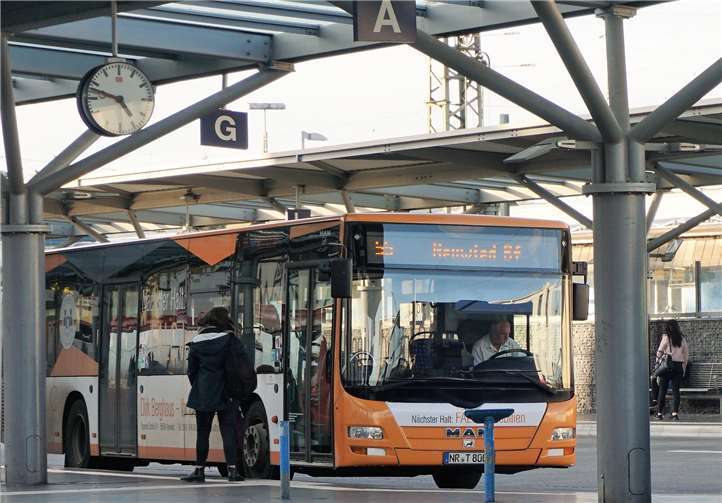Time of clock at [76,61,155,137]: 4:47
